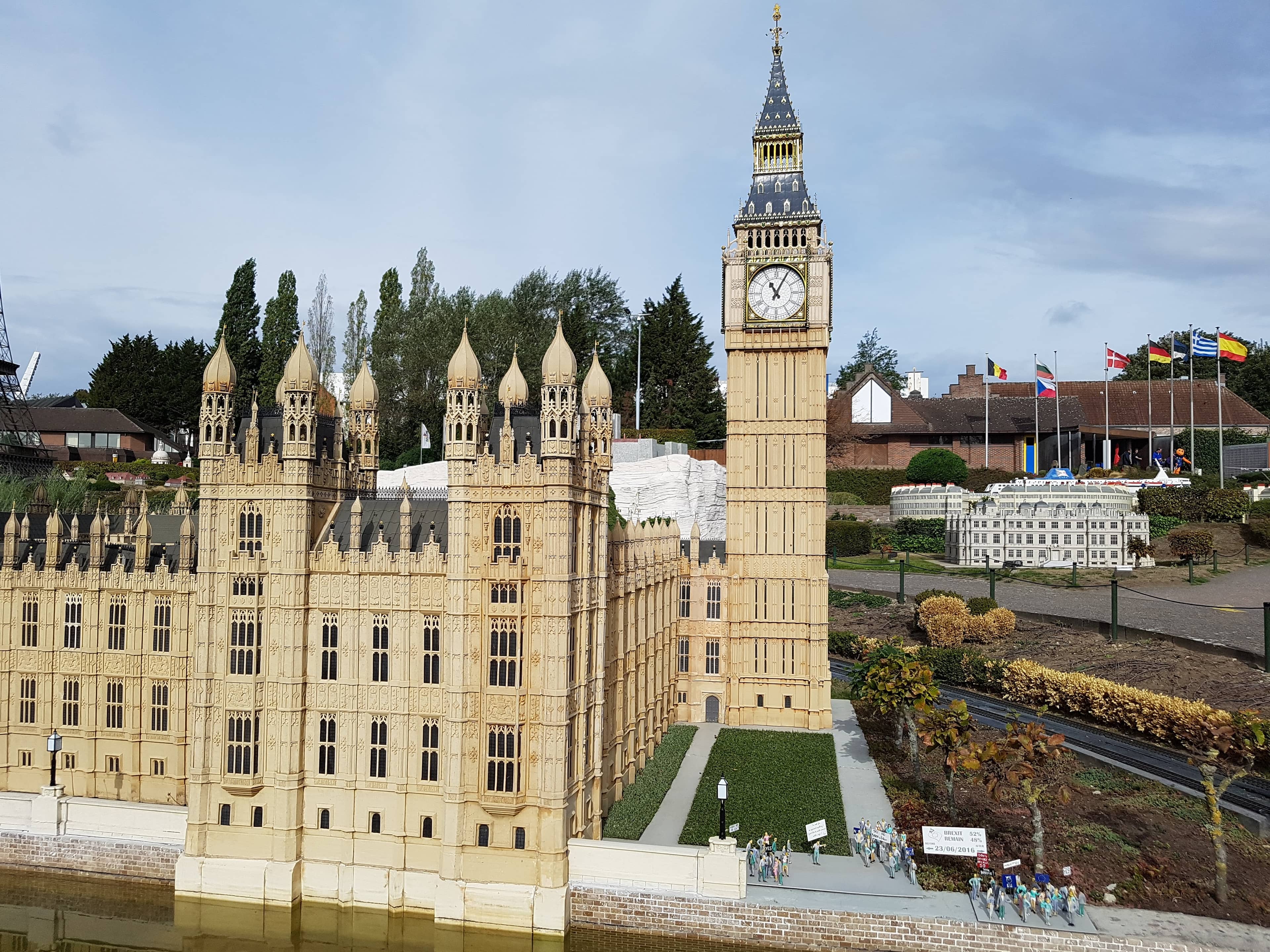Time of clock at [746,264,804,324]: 11:04
